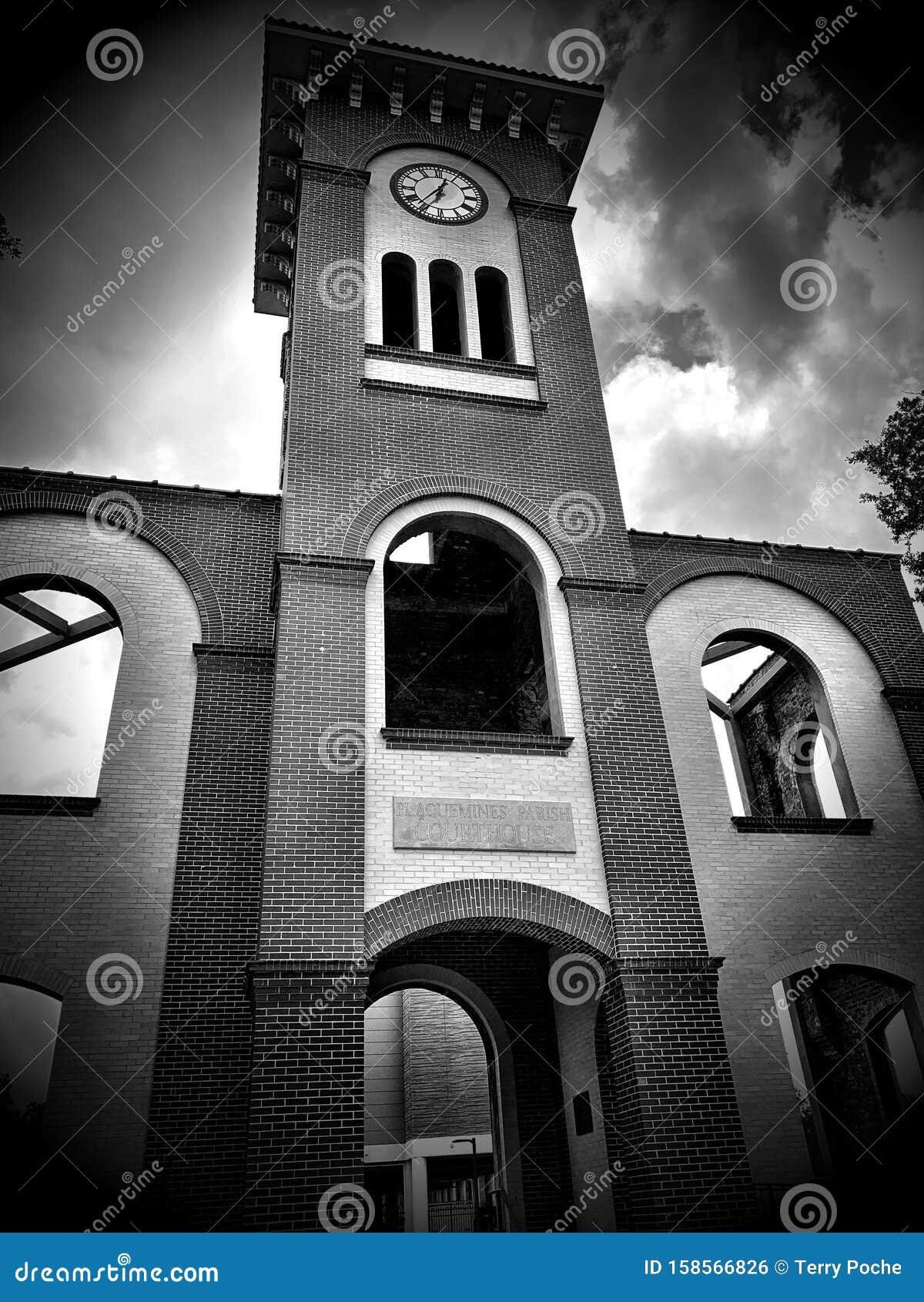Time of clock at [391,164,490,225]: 12:36
